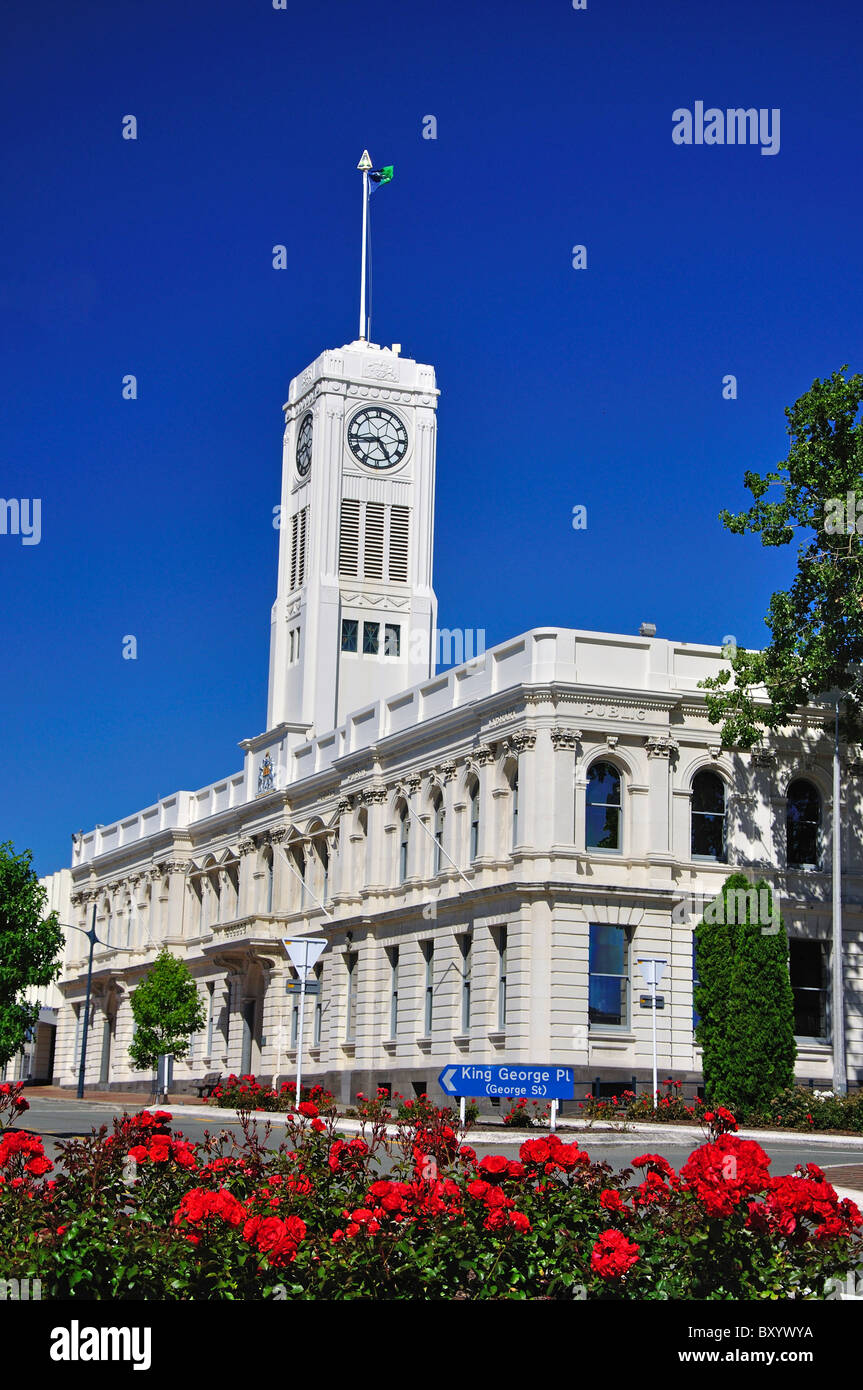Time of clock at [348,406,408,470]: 4:44
